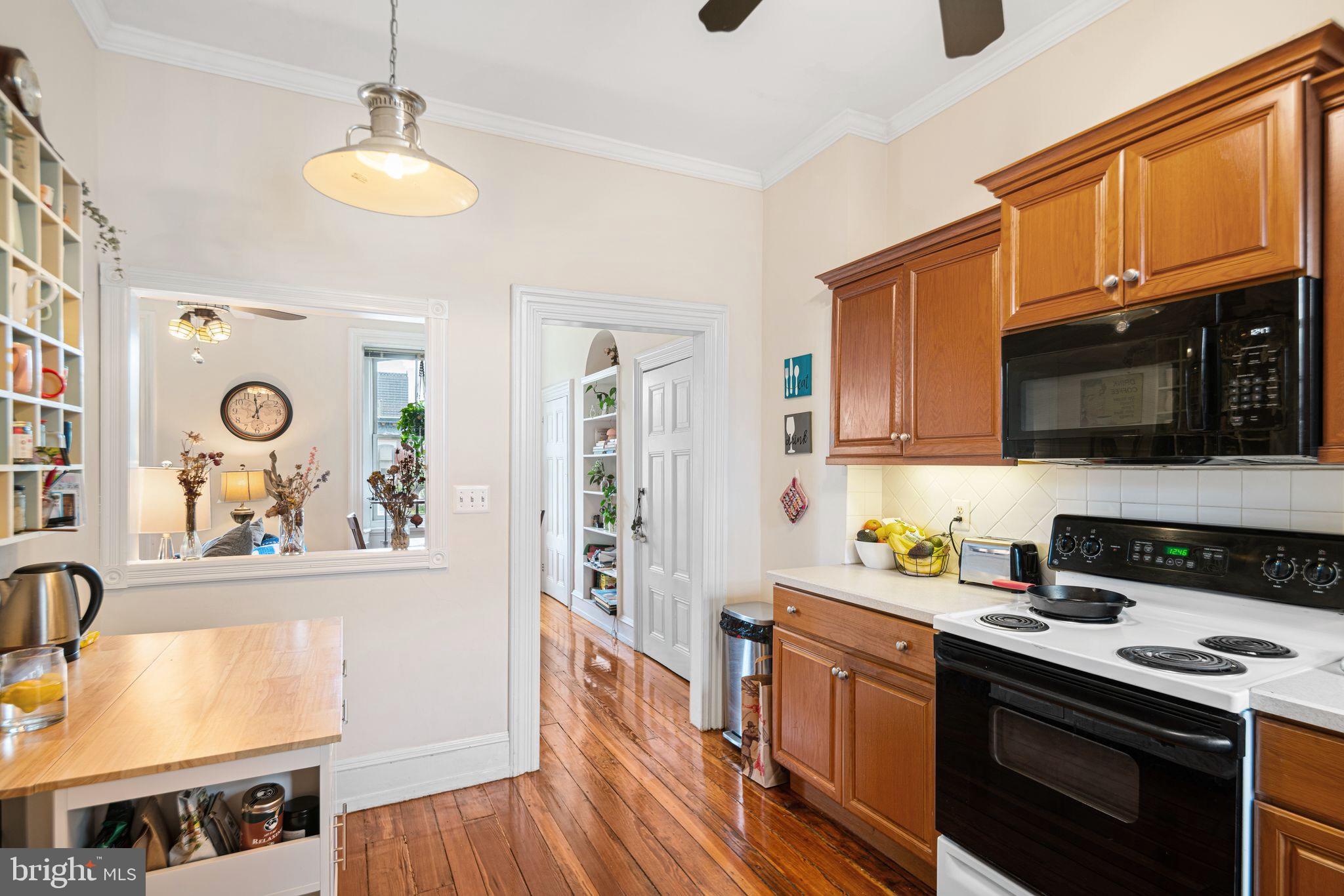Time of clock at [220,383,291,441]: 12:59
